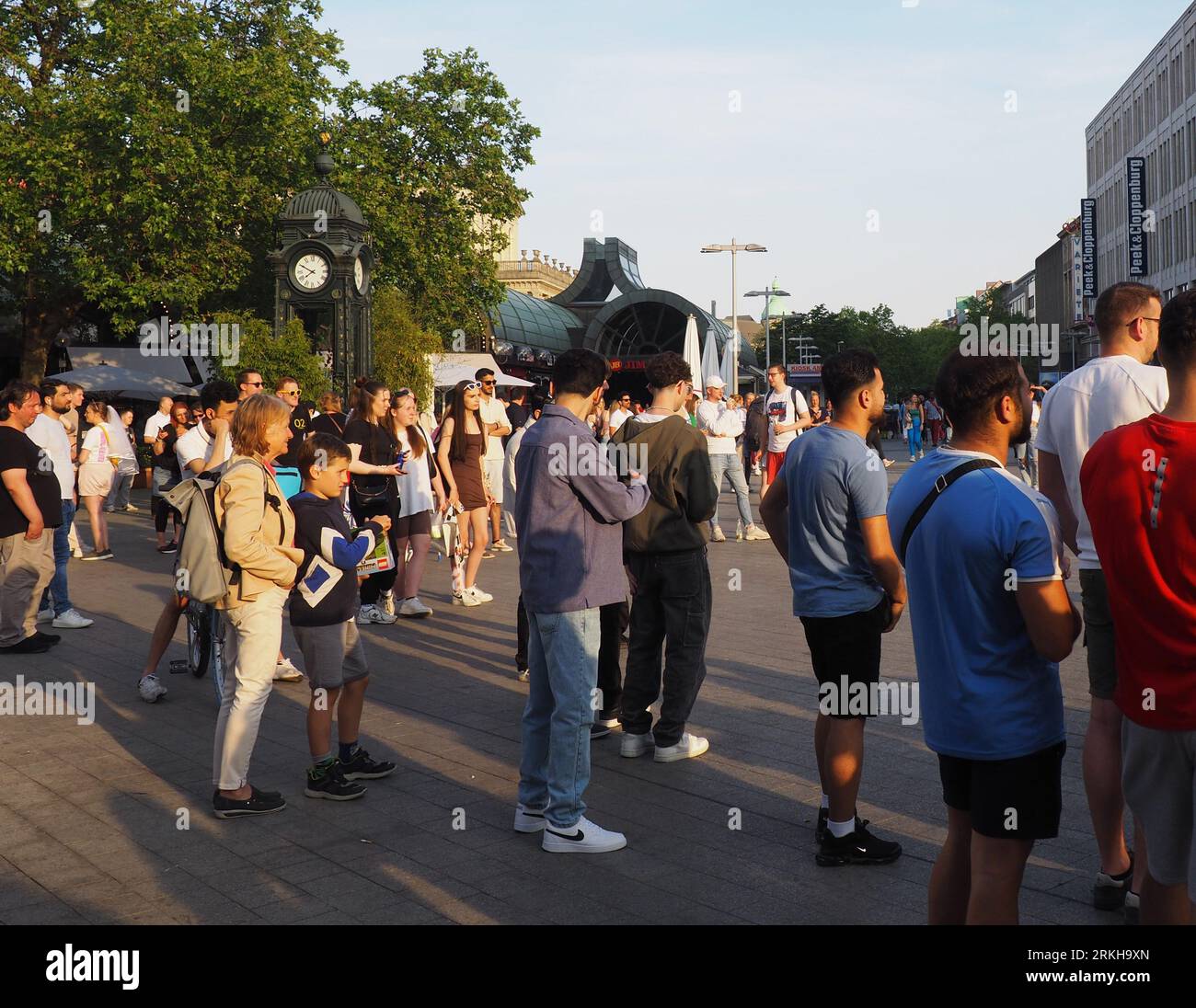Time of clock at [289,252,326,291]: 7:49
